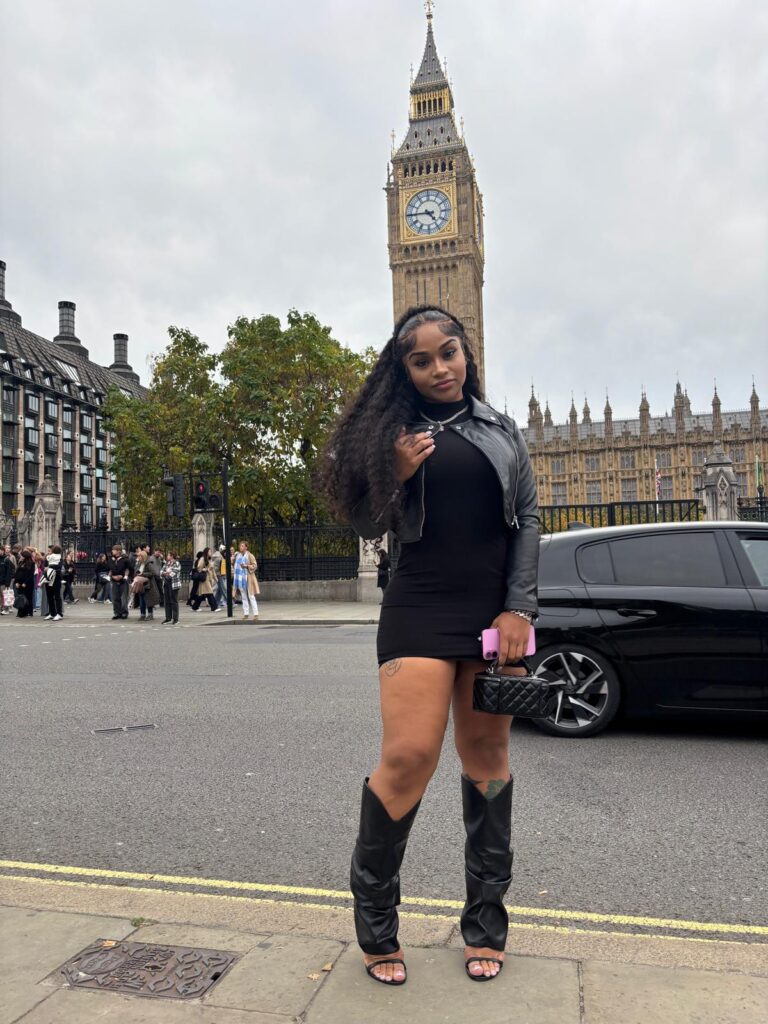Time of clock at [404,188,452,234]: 4:44
